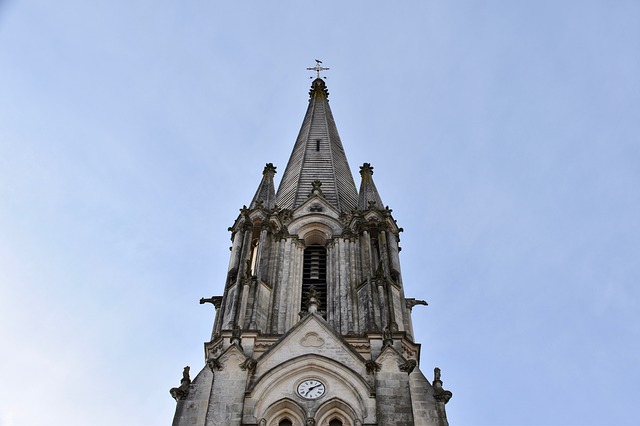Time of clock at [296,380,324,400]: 7:09
